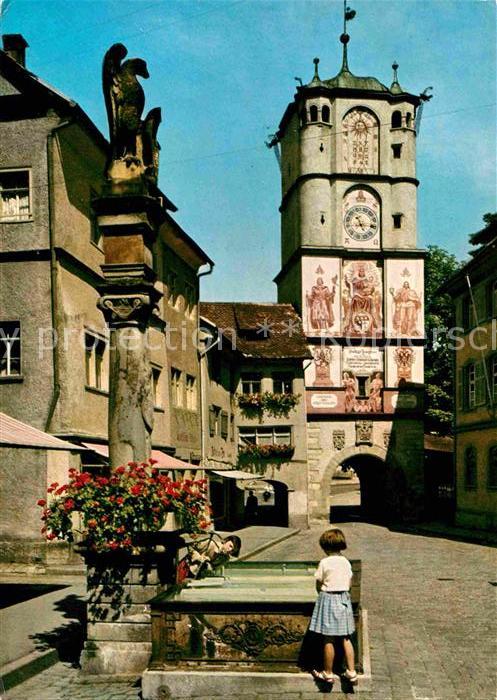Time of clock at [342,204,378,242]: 5:14
